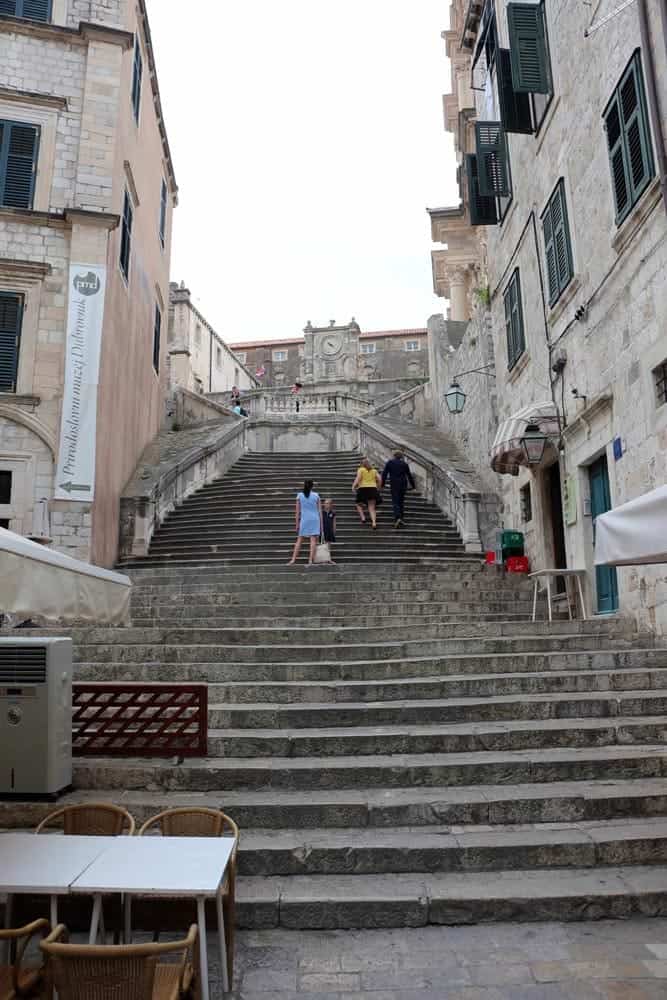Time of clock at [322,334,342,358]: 4:22
